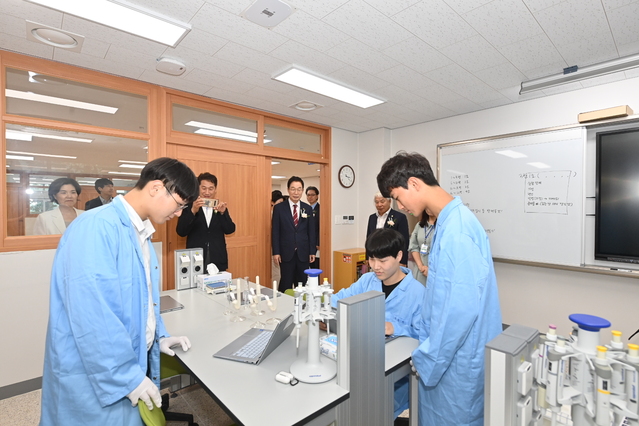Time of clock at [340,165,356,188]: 3:21
